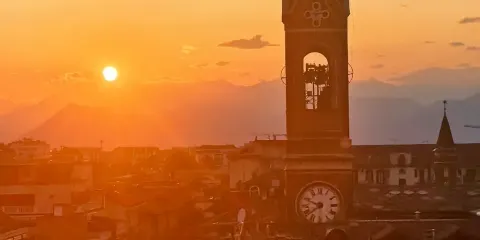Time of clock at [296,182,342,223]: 9:38
